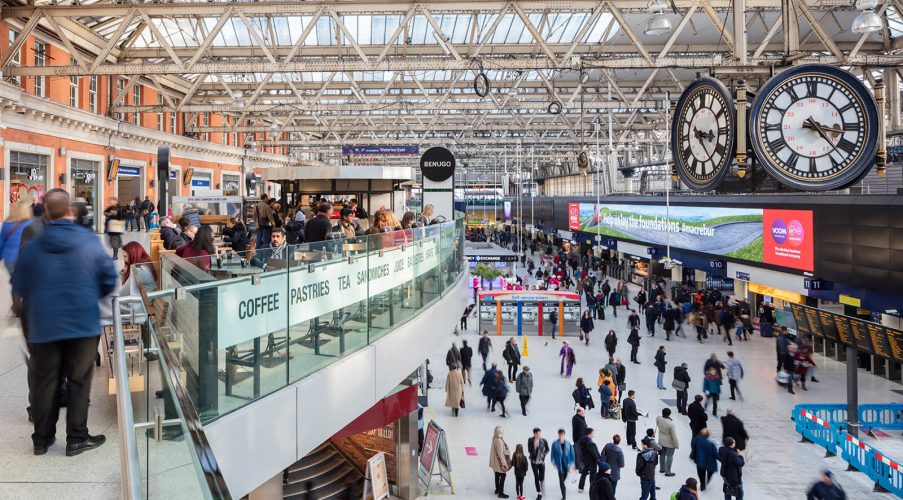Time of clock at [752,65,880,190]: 3:22
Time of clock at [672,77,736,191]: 3:23
